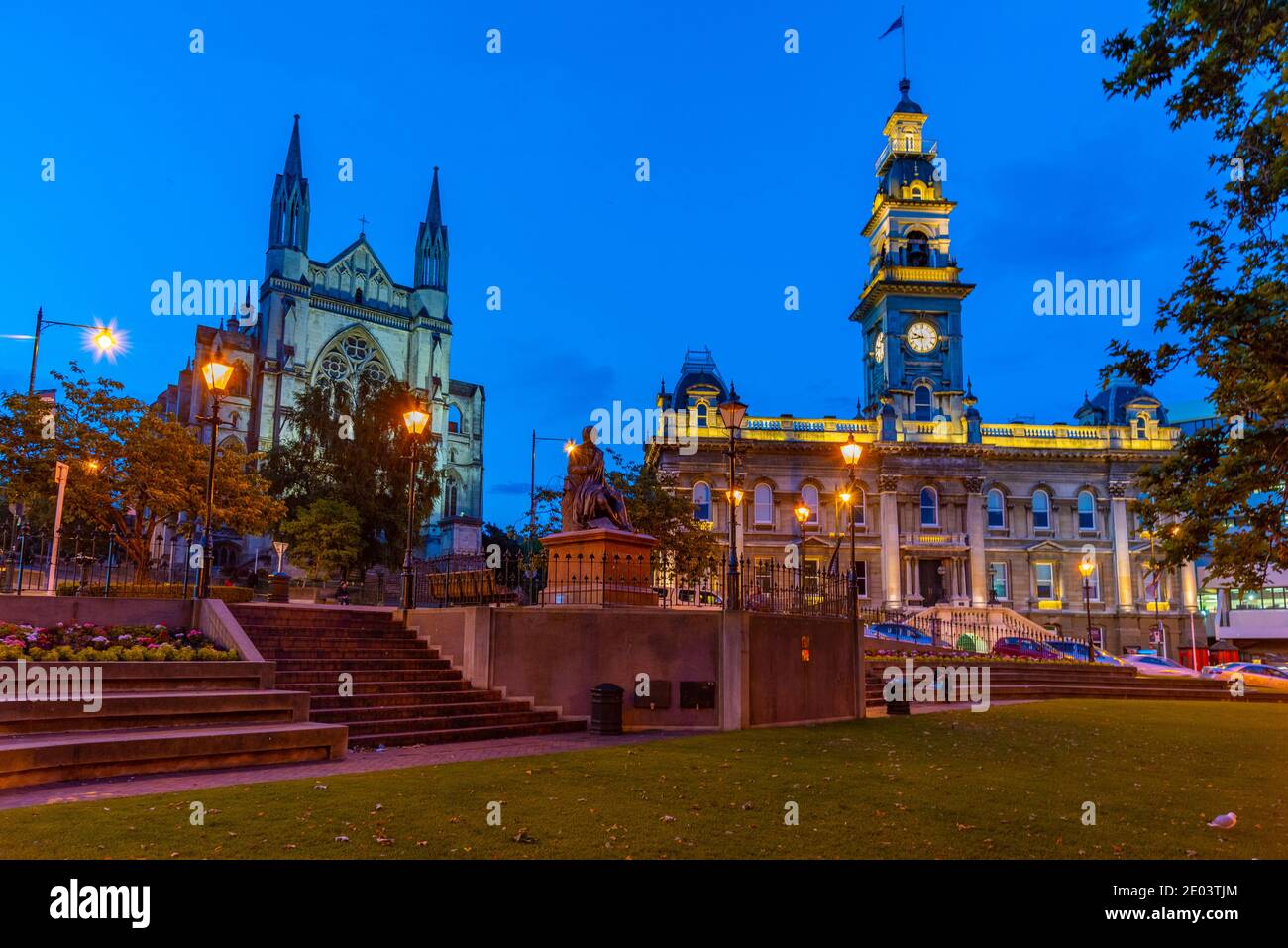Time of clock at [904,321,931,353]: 9:43
